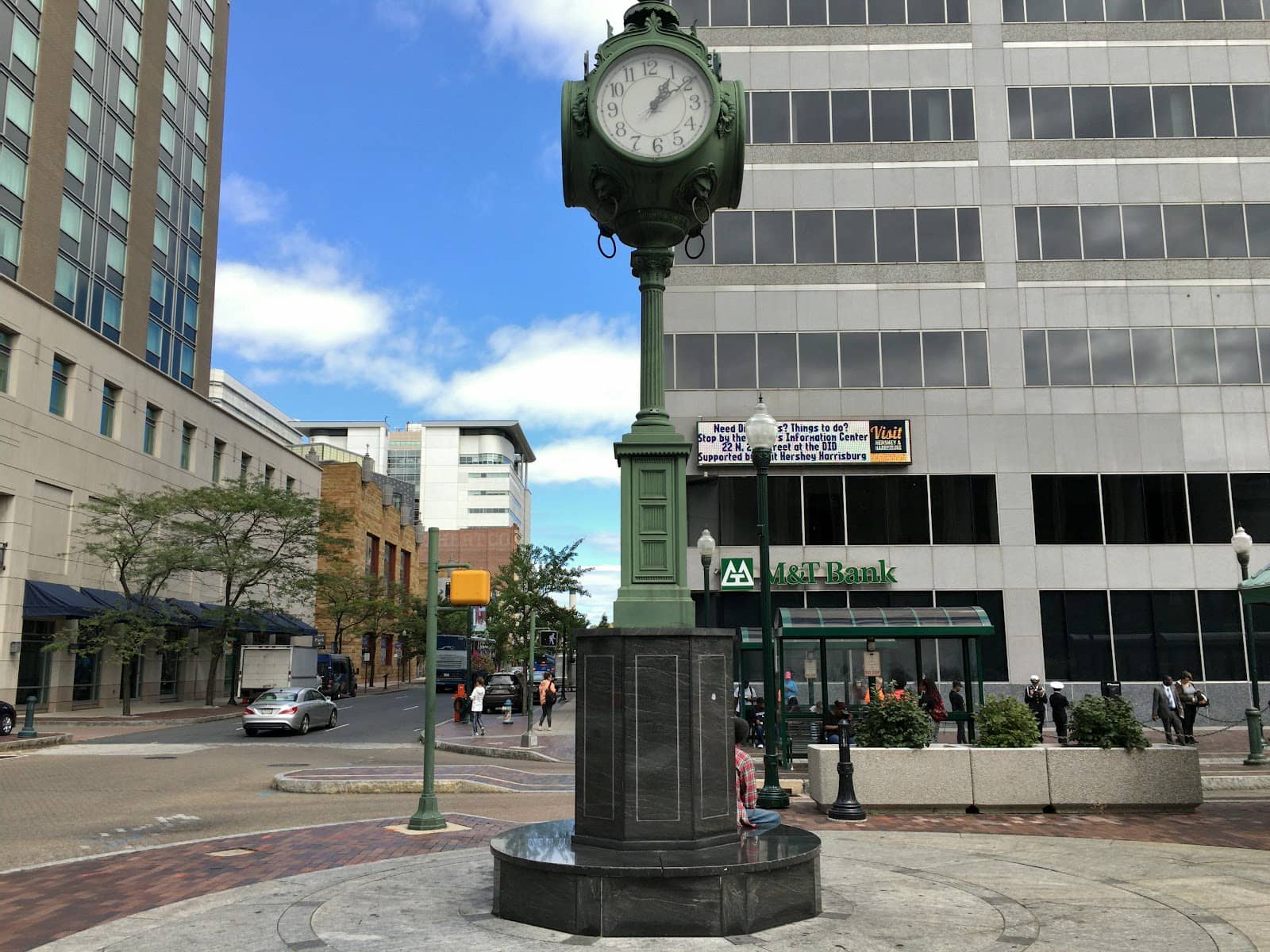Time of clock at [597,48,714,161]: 1:09
